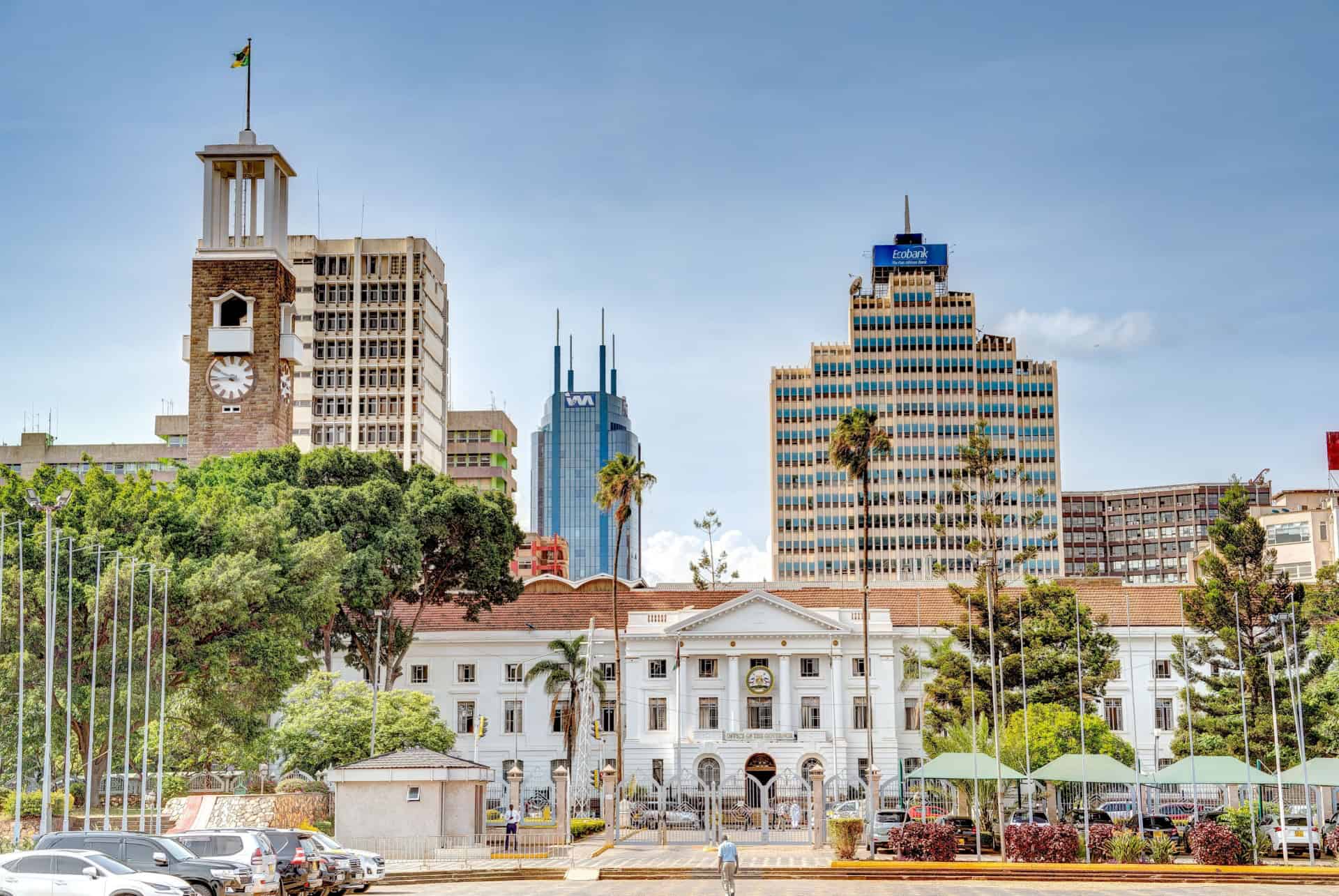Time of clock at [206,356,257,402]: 8:49
